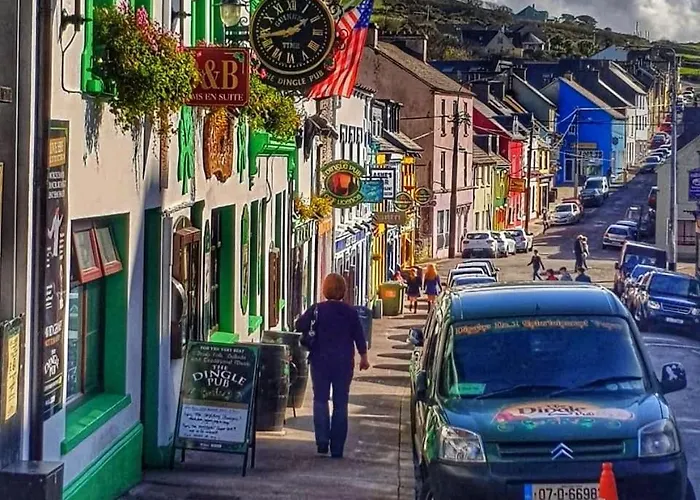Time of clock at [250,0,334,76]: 1:43
